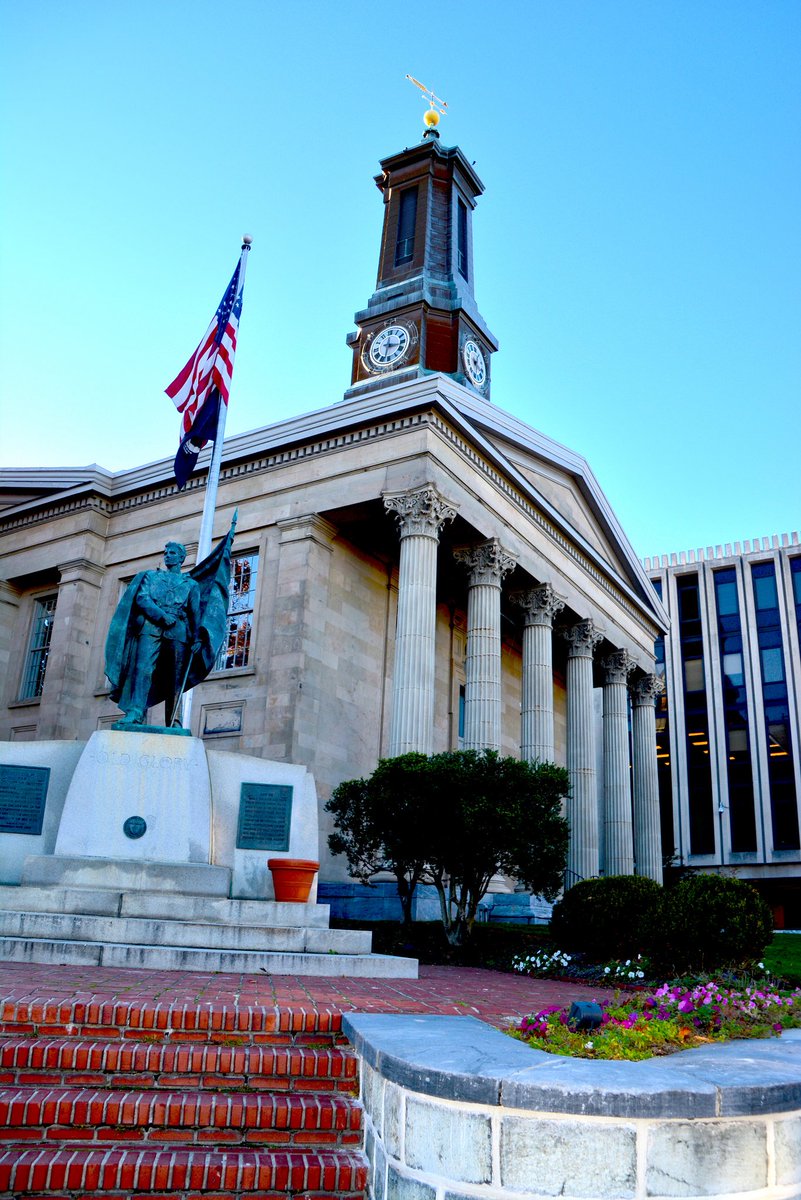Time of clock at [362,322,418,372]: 3:32
